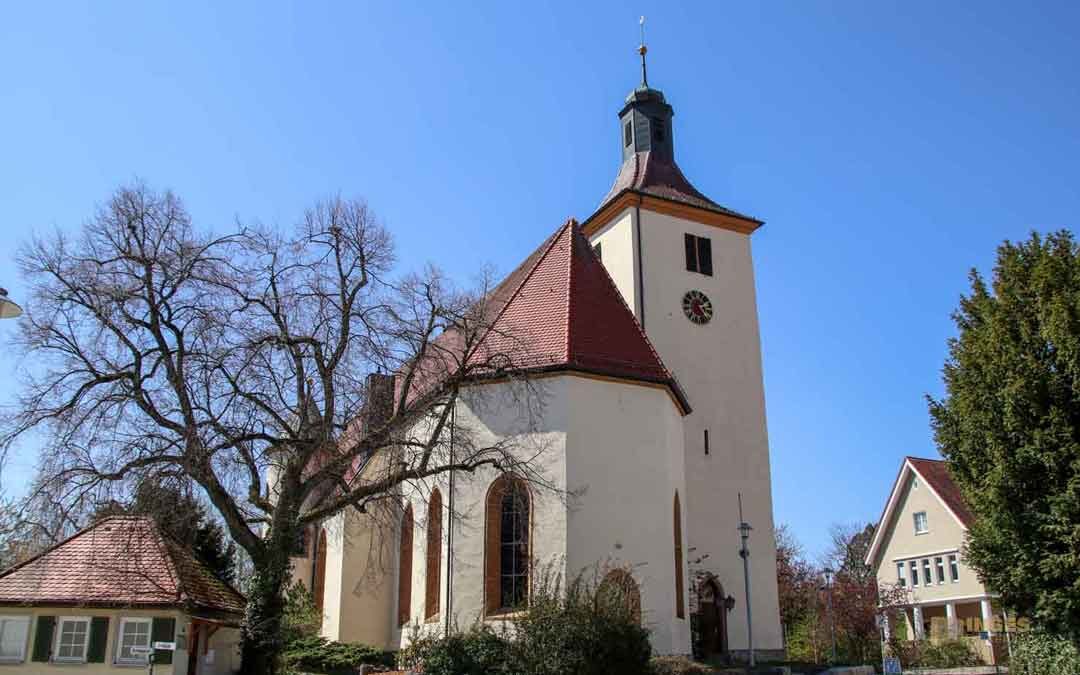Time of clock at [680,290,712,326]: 2:23
